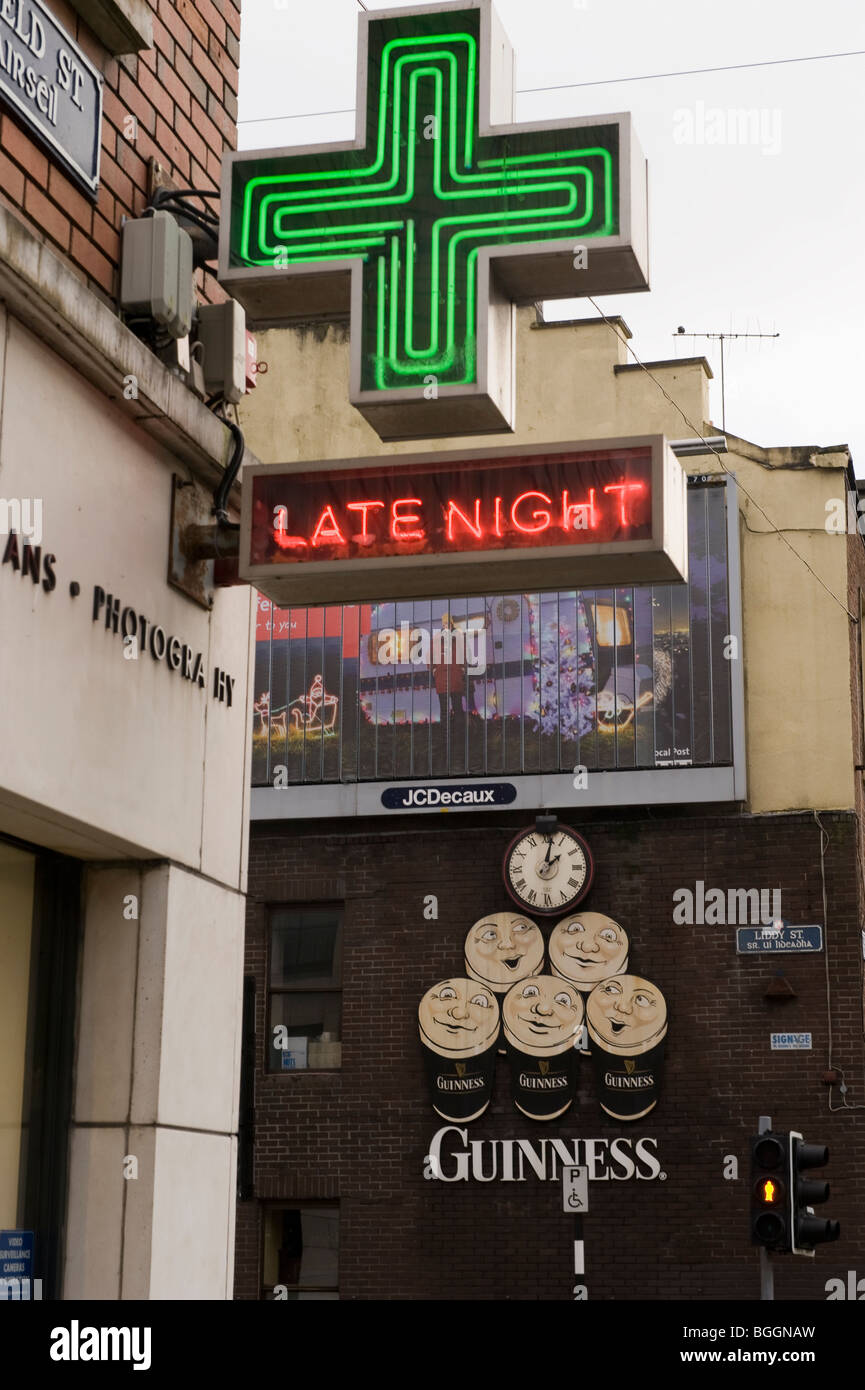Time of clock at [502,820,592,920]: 2:01
